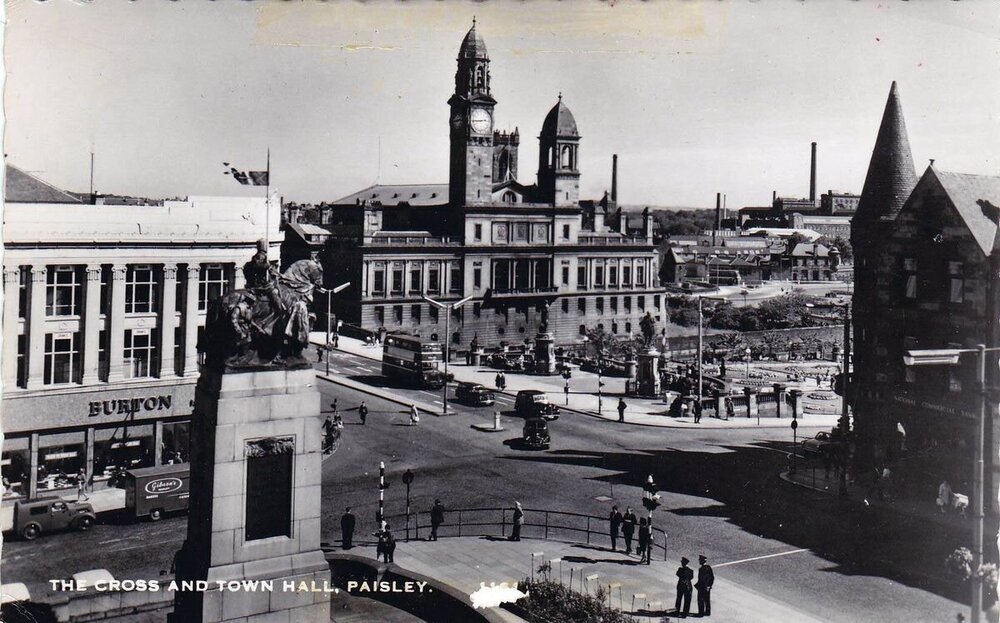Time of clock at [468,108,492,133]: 2:44
